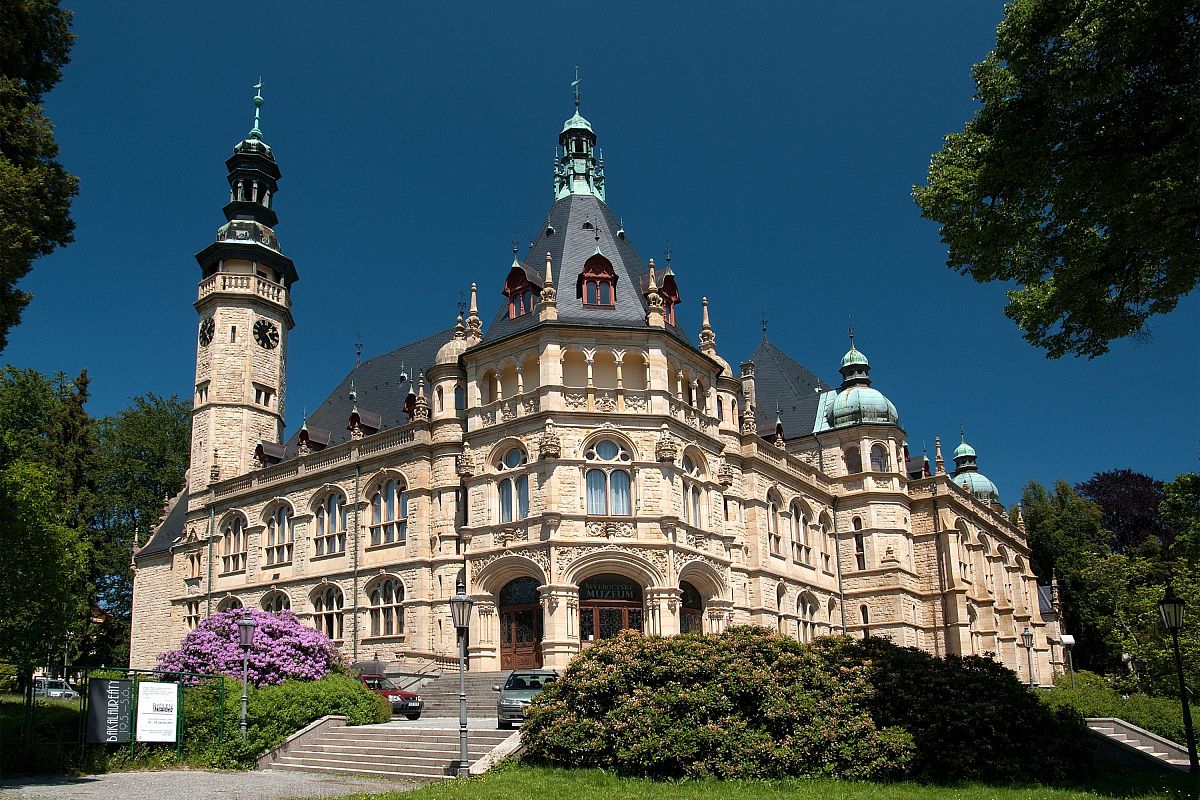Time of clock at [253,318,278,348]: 1:24
